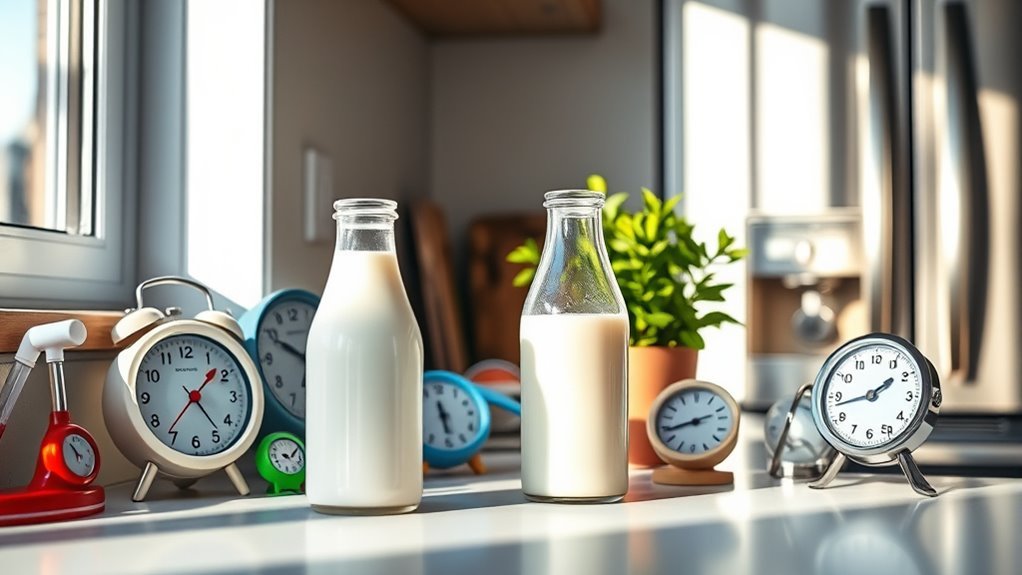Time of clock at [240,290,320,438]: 1:23
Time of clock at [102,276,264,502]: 1:36
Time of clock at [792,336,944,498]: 1:42
